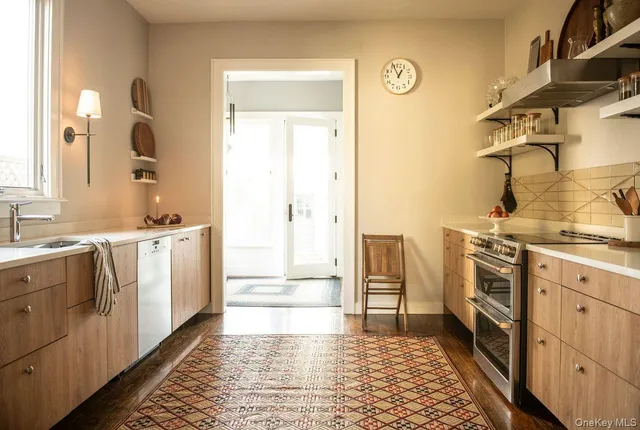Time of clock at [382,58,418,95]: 12:55
